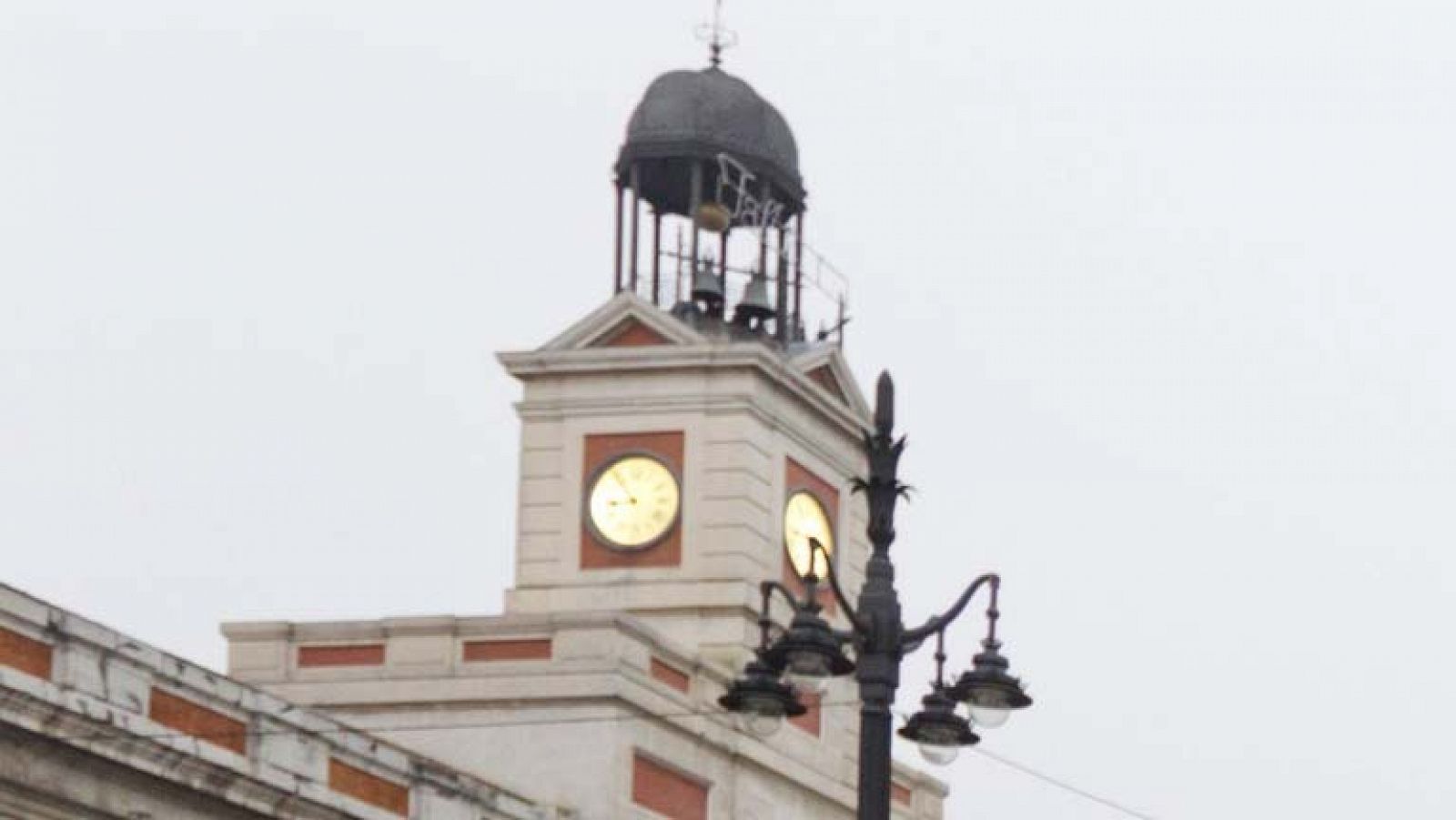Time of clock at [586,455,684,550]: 8:53
